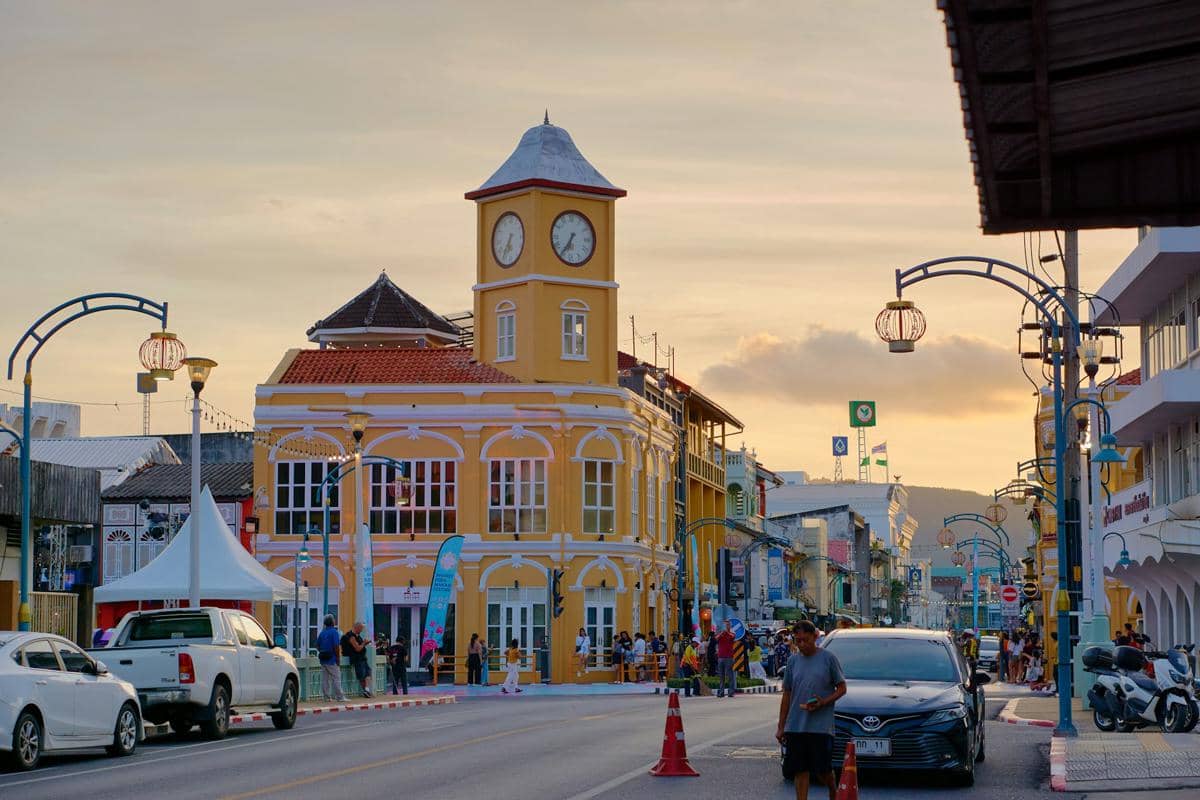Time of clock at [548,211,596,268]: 6:36
